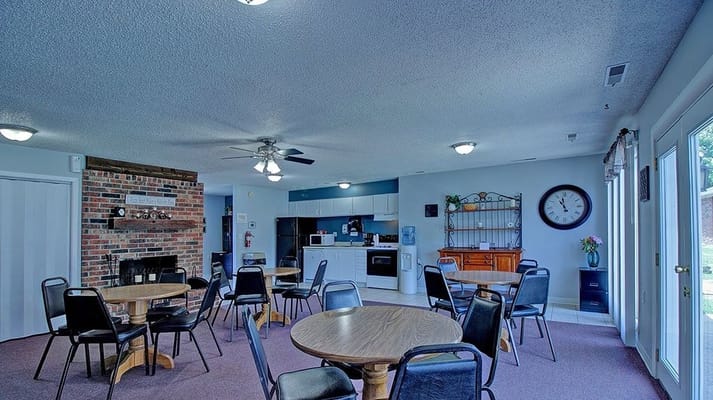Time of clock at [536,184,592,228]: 10:58
